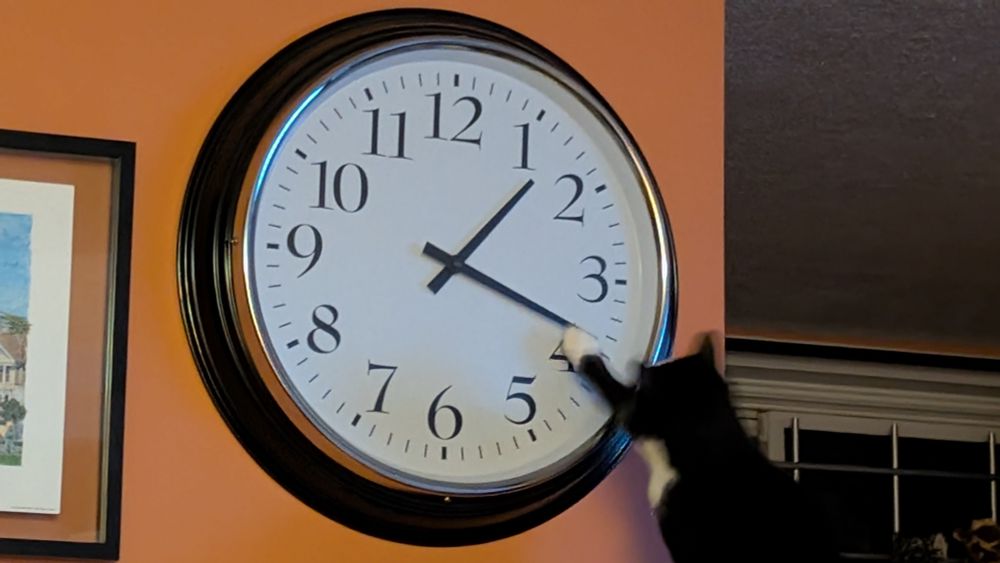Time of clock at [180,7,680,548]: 1:18
